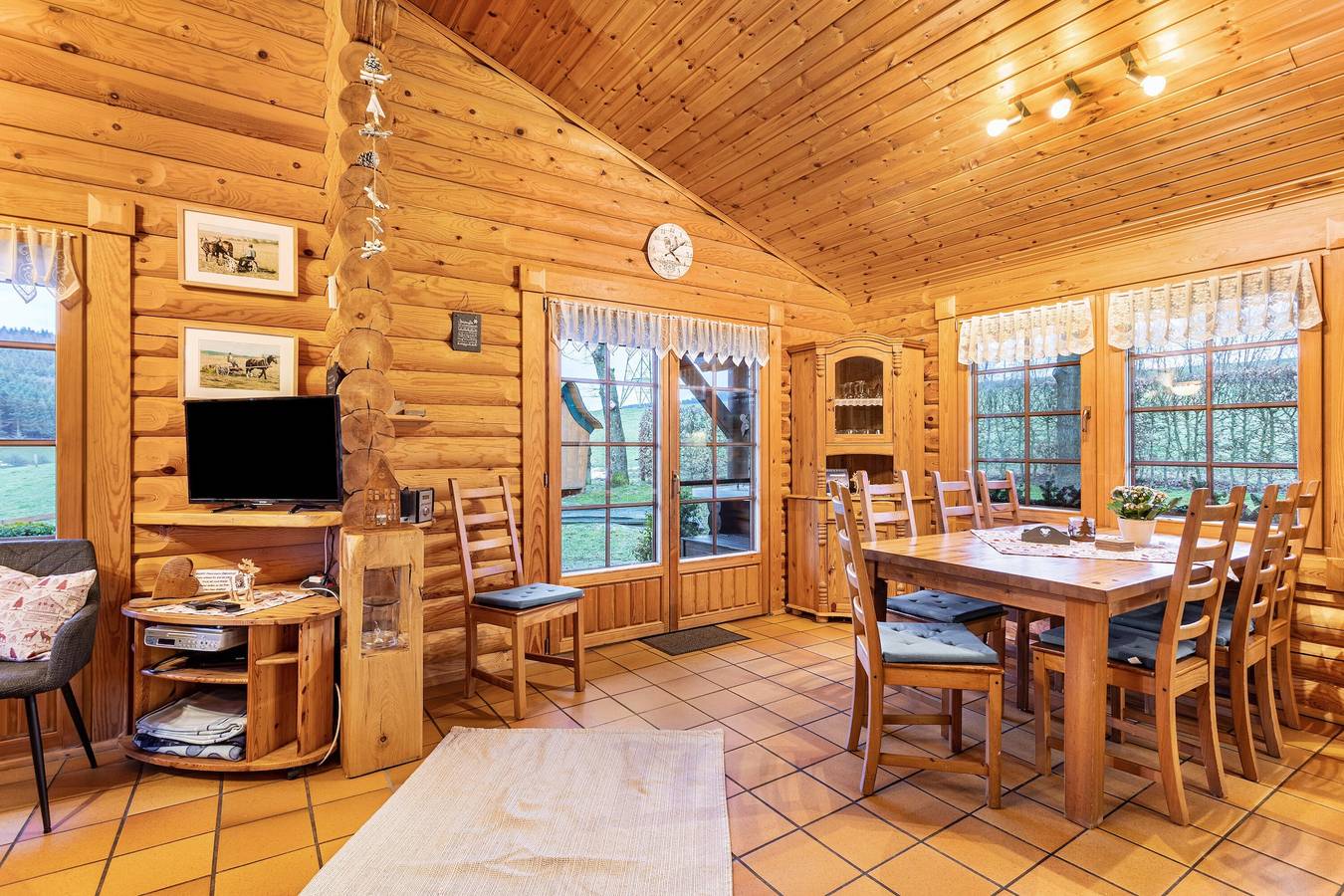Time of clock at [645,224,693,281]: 4:08
